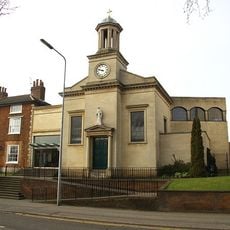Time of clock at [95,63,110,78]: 9:48
